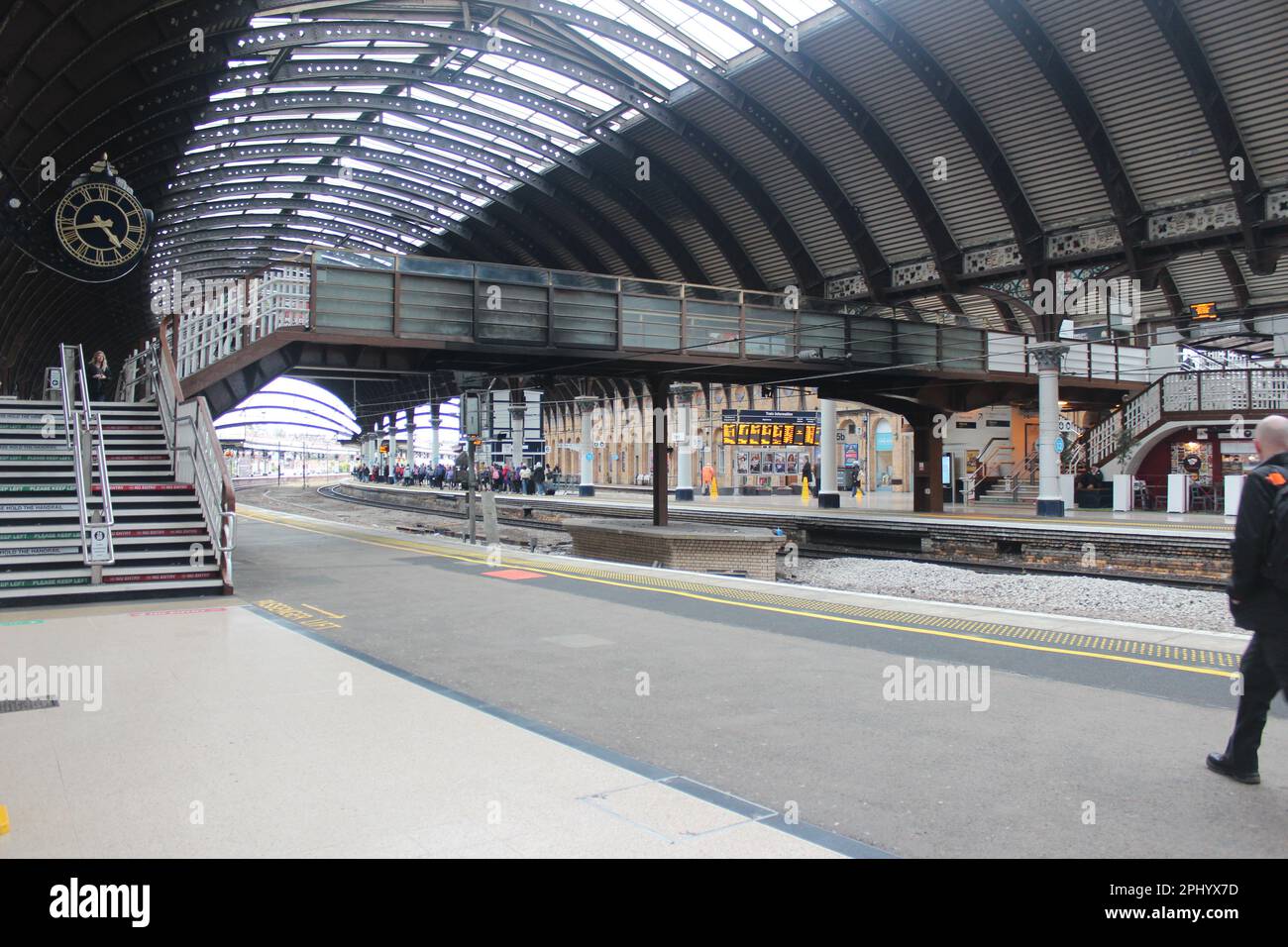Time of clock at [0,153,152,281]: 4:42
